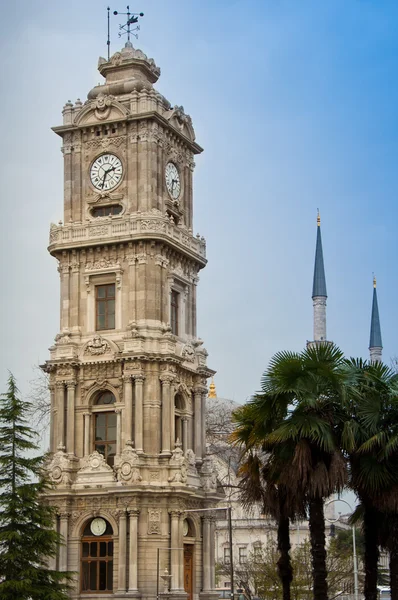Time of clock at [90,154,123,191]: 2:33
